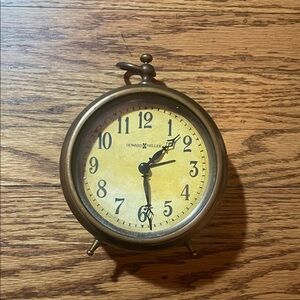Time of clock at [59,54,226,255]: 1:28
